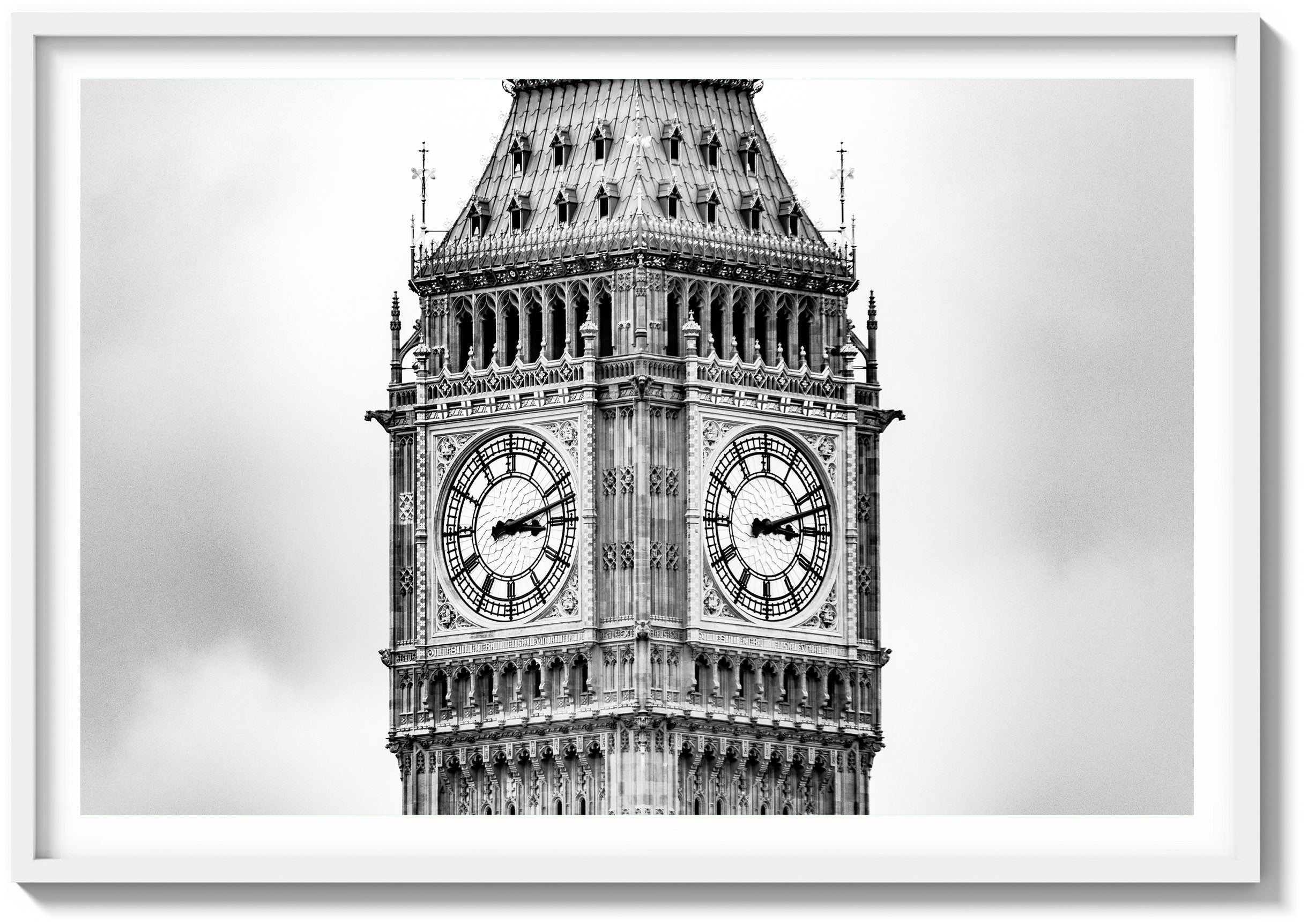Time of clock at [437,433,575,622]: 3:12
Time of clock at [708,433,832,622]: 3:12
